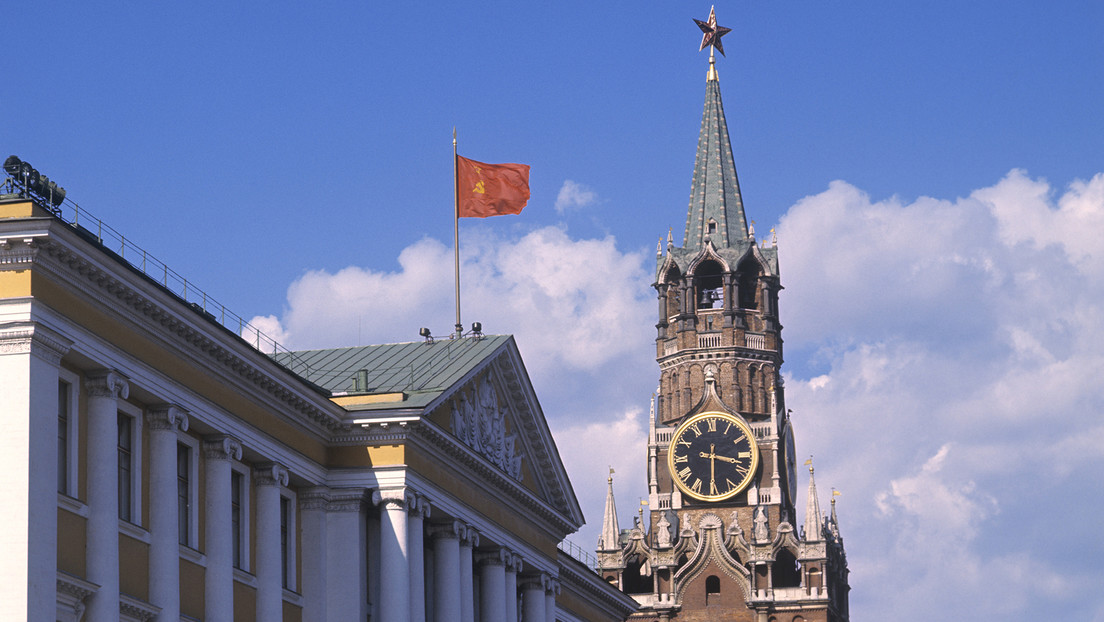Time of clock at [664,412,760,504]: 3:30
